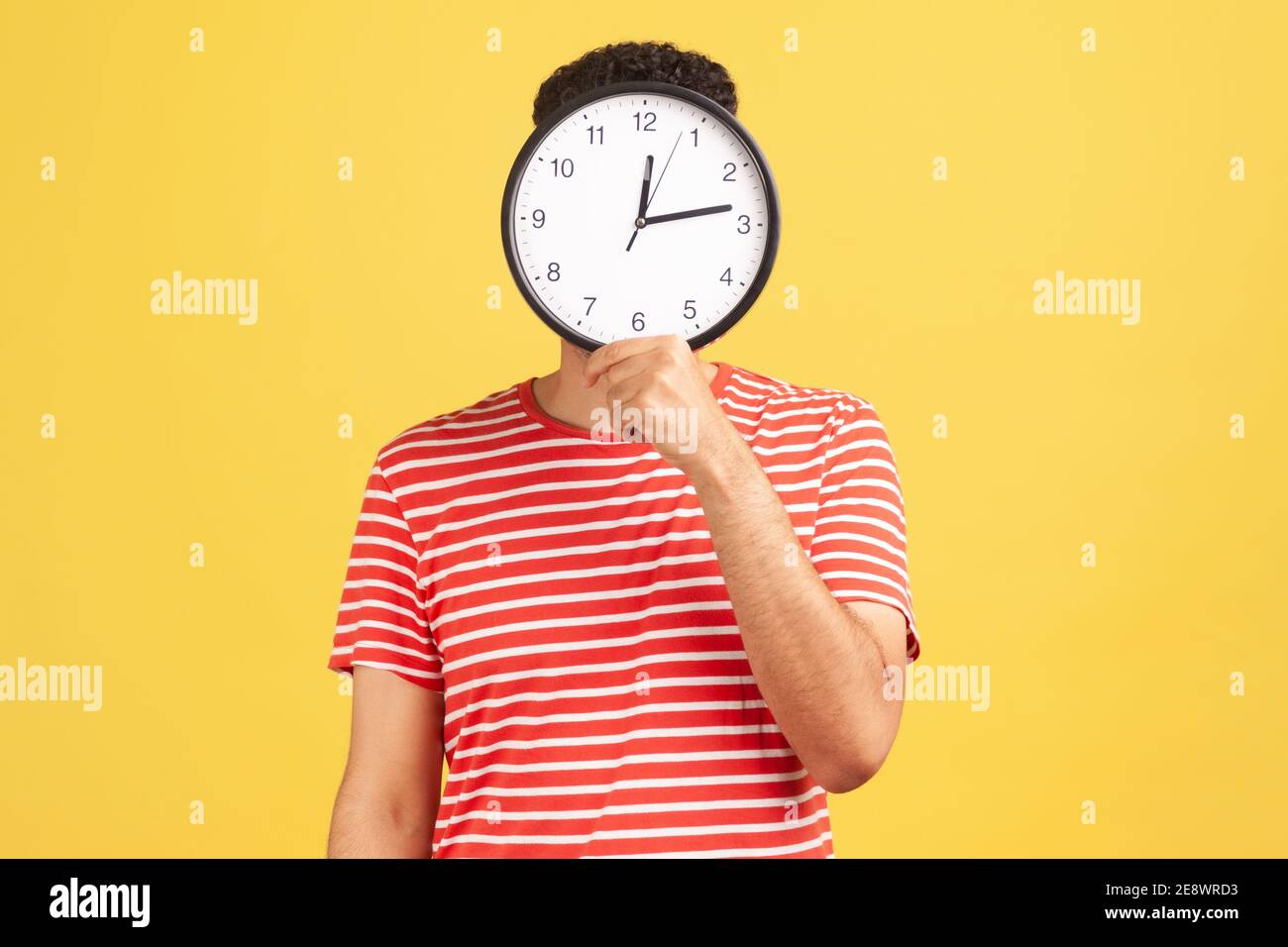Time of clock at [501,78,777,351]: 12:13
